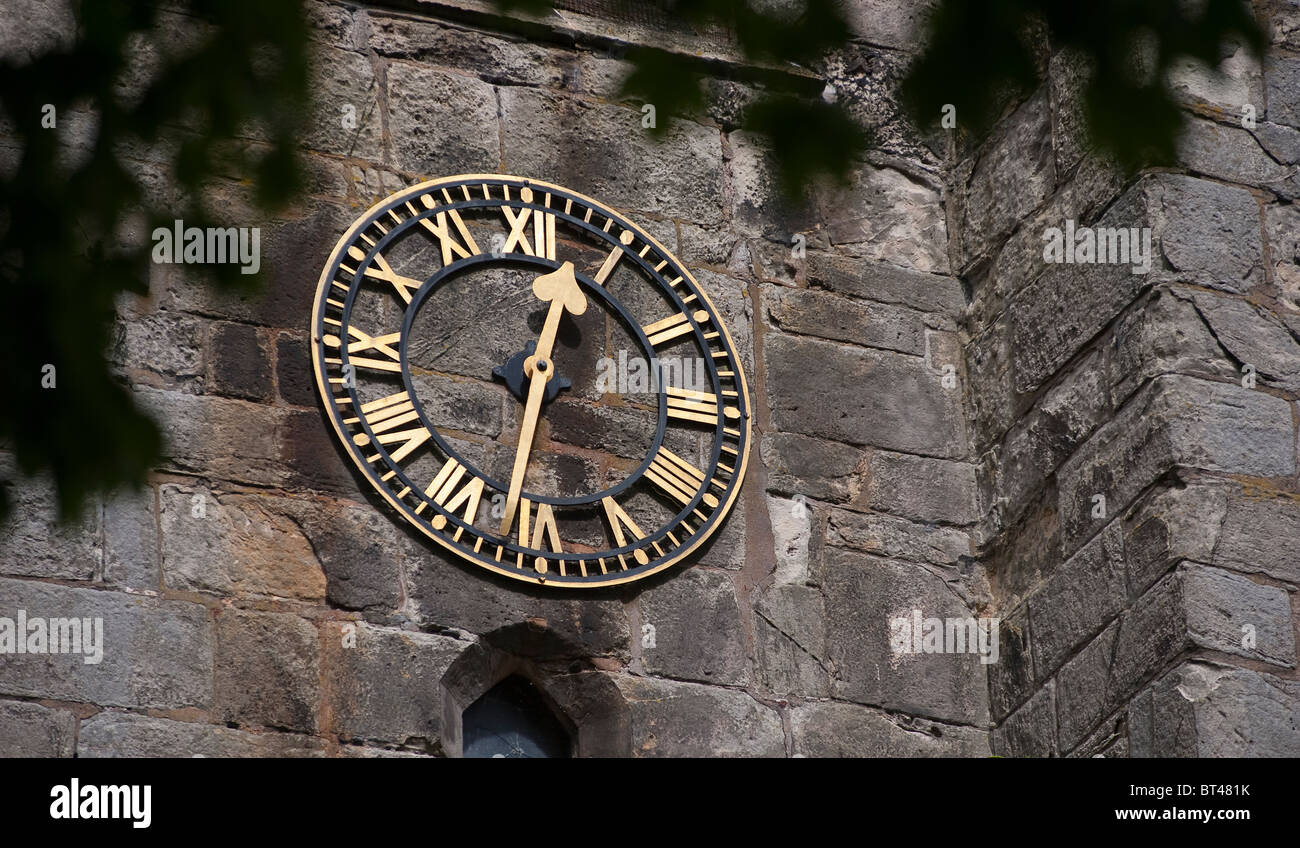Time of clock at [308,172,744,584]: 12:31
